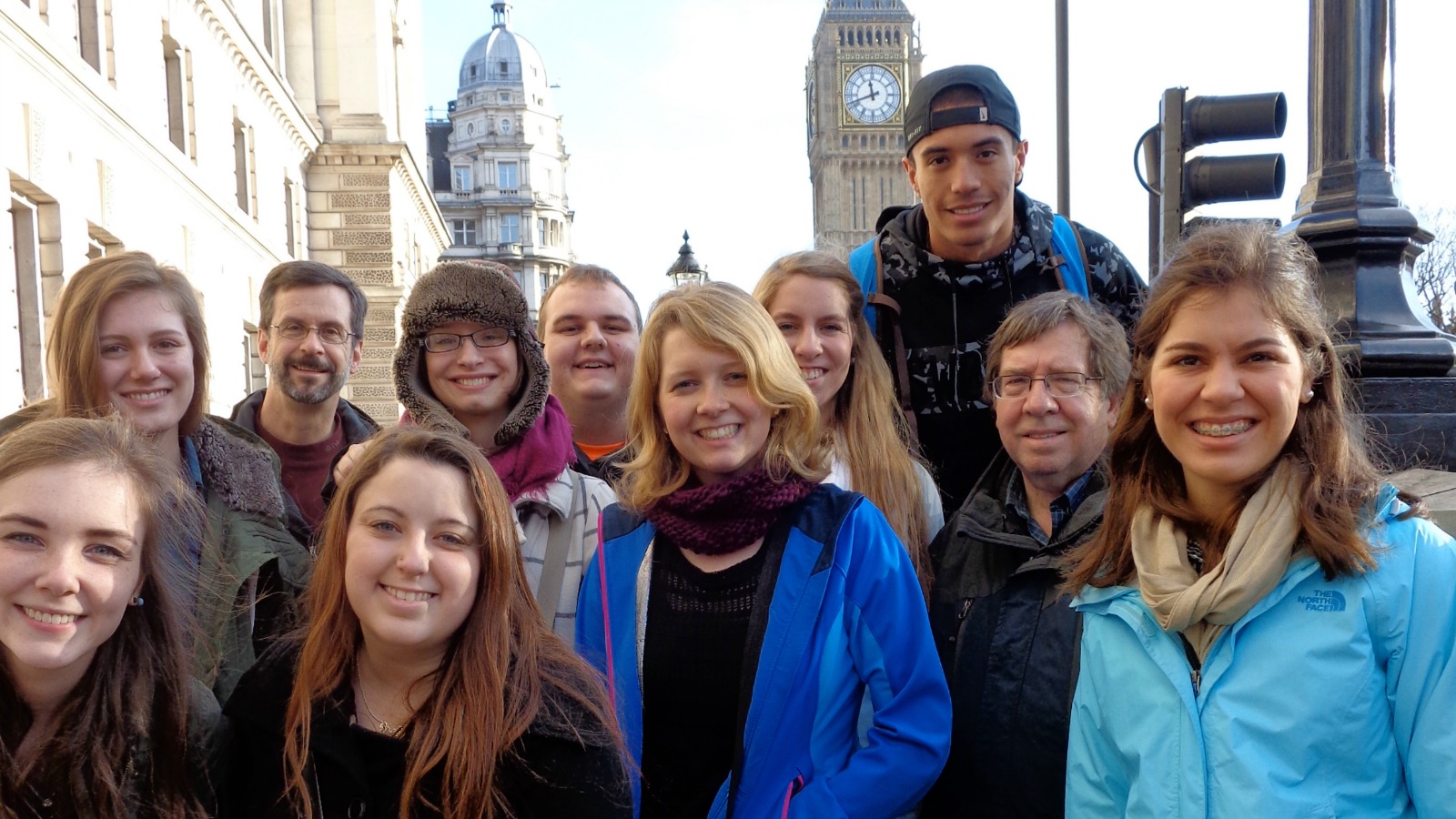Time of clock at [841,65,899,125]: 11:41
